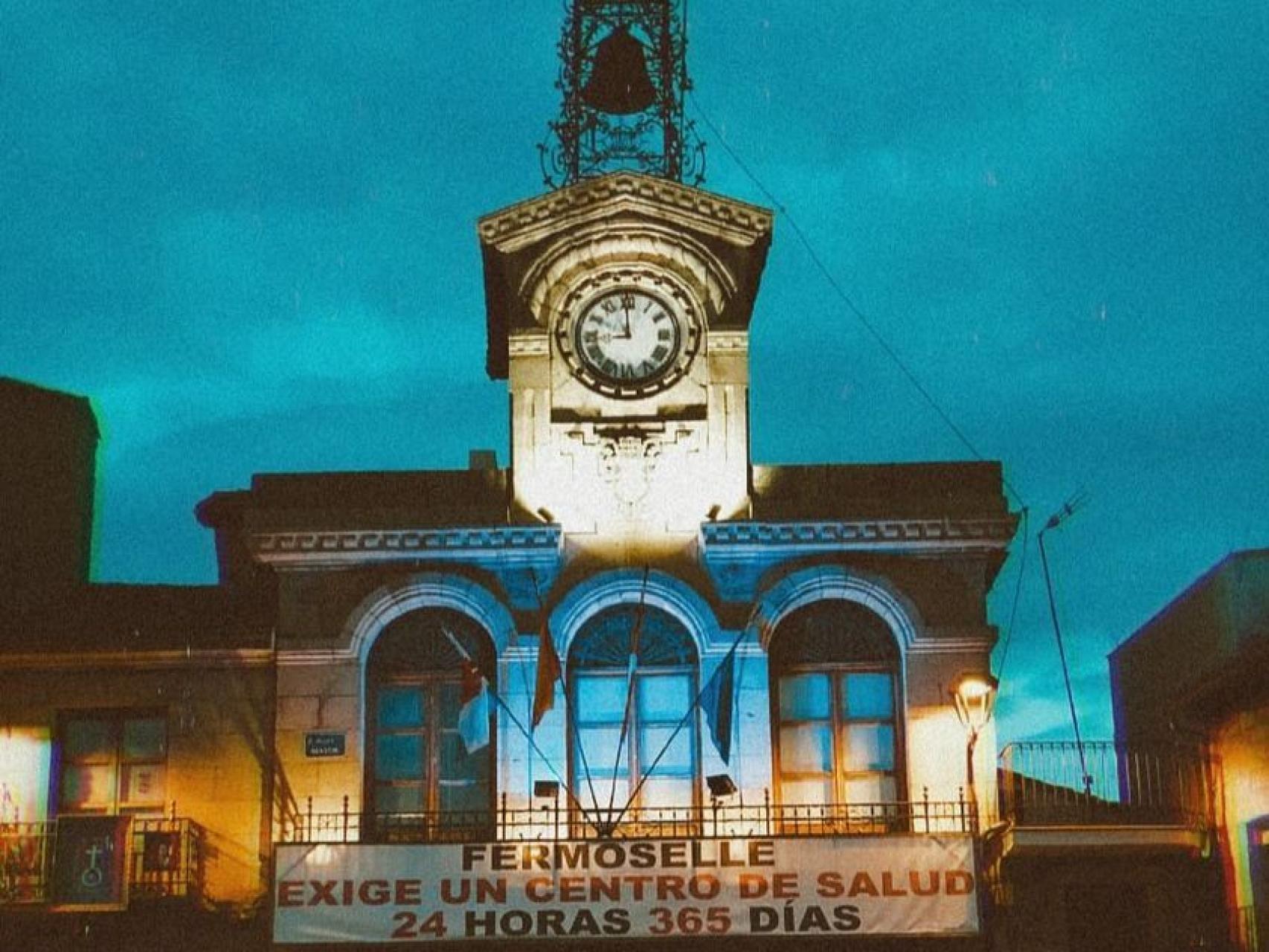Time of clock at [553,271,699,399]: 11:59
